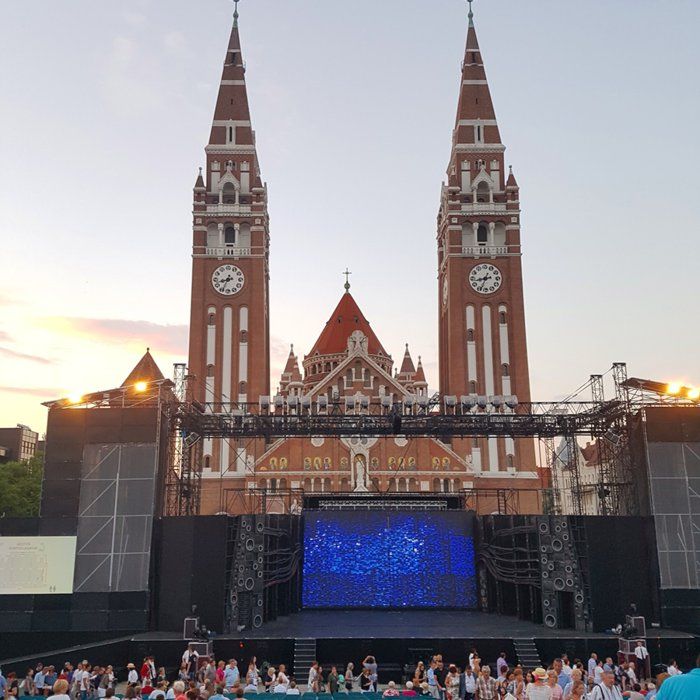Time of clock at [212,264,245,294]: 8:34
